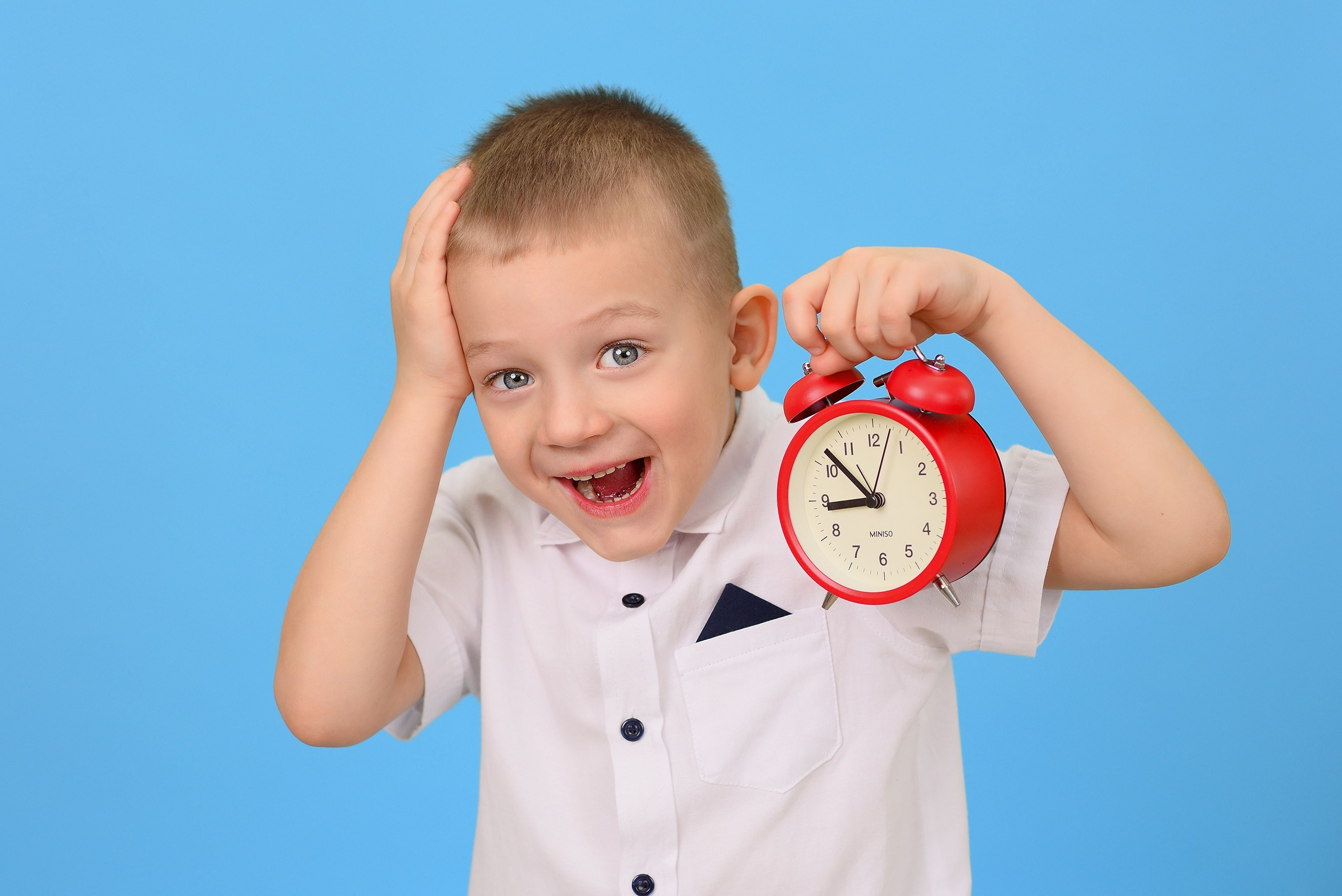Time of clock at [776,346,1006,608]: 8:52
